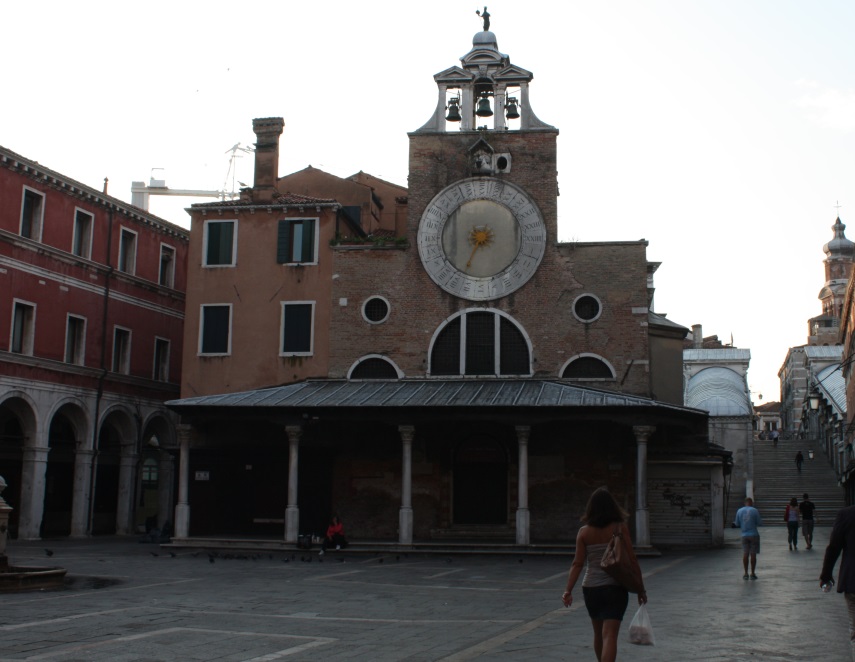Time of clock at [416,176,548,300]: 8:34
